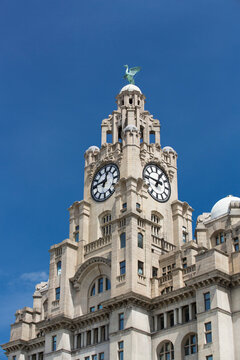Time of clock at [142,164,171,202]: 12:46
